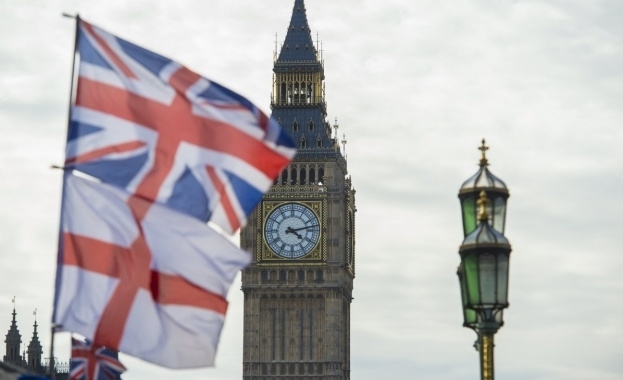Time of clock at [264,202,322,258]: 4:12
